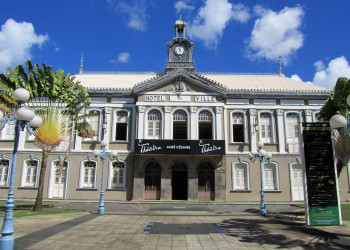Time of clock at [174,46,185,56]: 11:02
